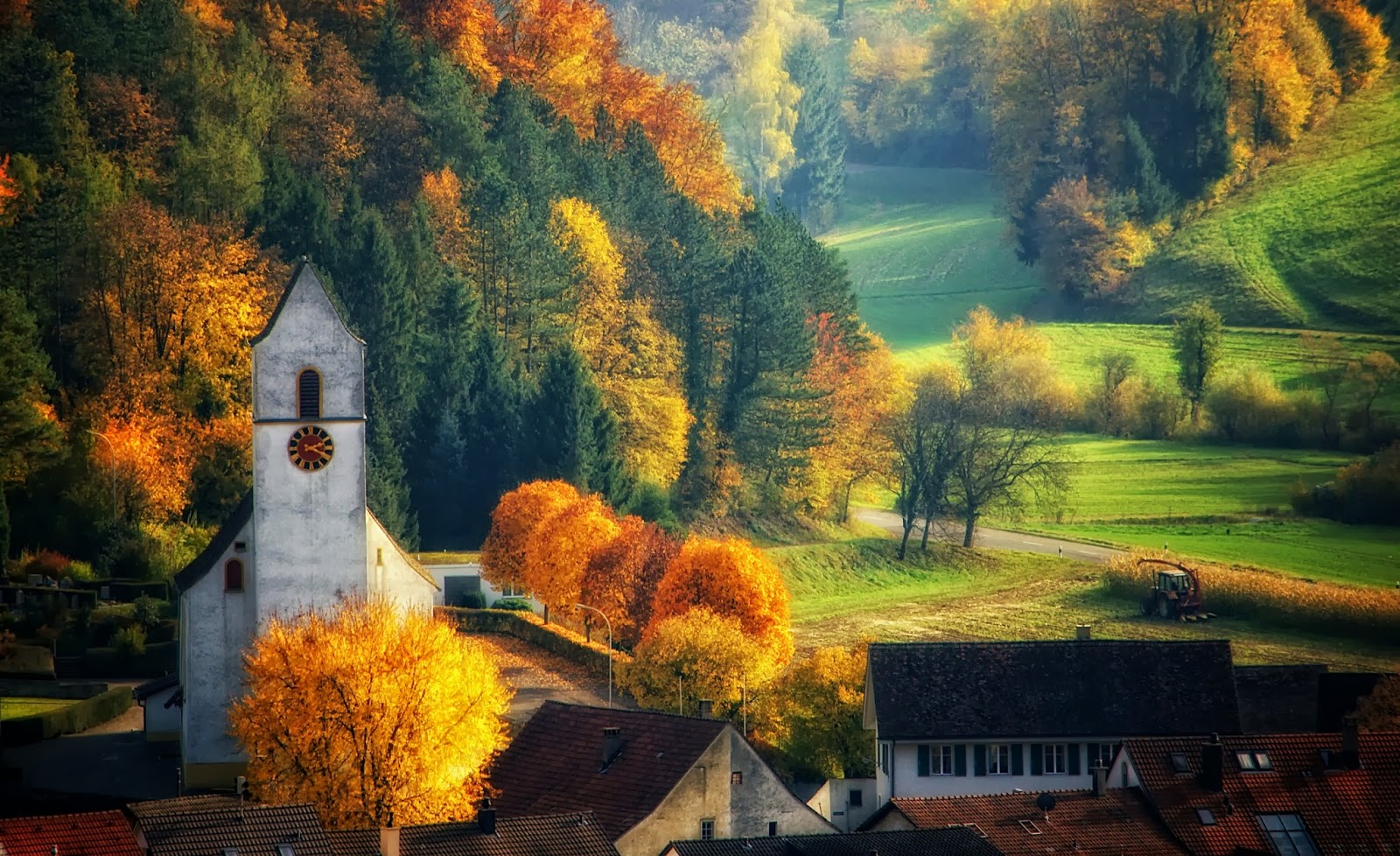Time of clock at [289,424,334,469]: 2:18
